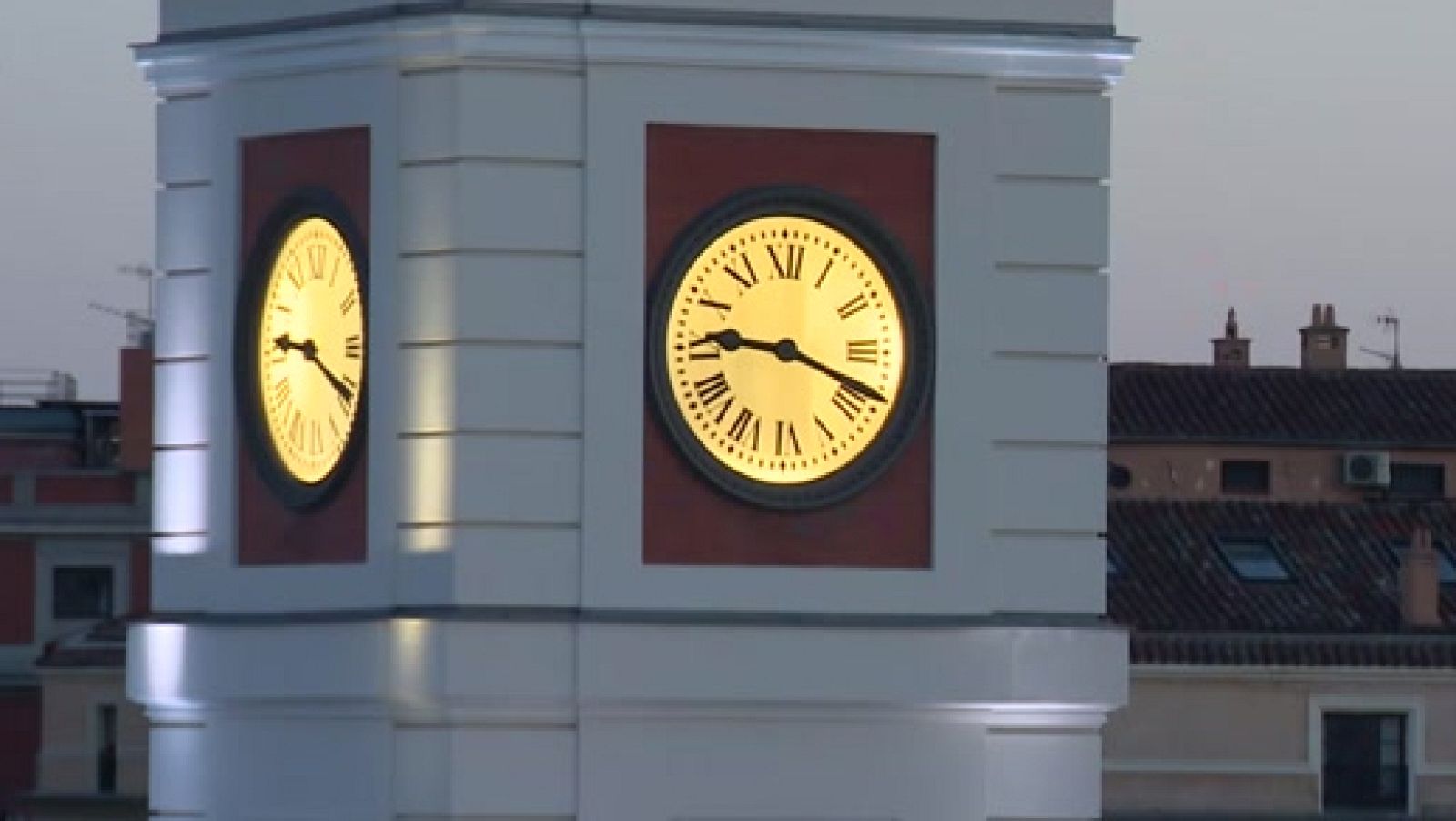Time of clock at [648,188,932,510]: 9:18
